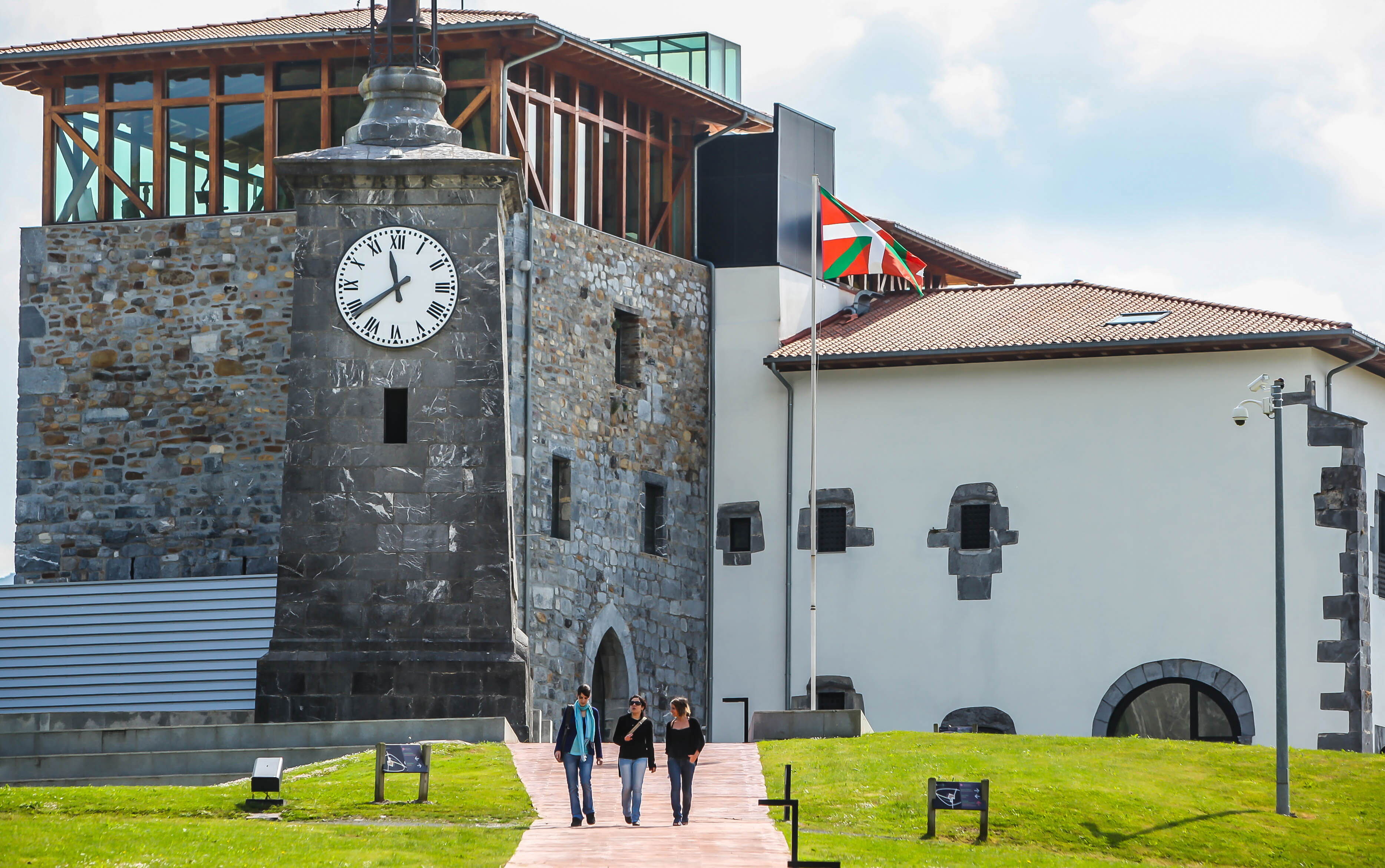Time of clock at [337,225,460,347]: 11:38
